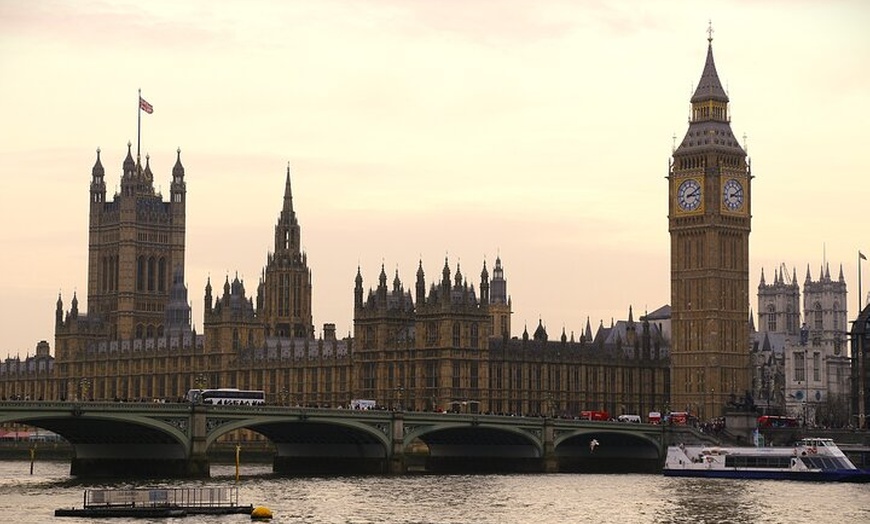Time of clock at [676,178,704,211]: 3:10
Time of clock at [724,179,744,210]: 3:09
